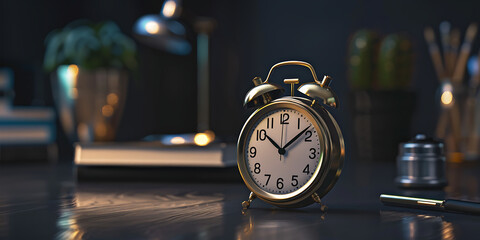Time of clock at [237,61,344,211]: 10:08
